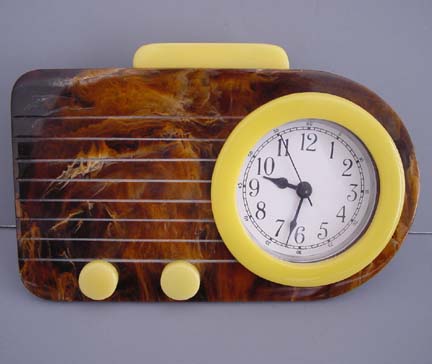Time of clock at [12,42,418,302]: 9:32
